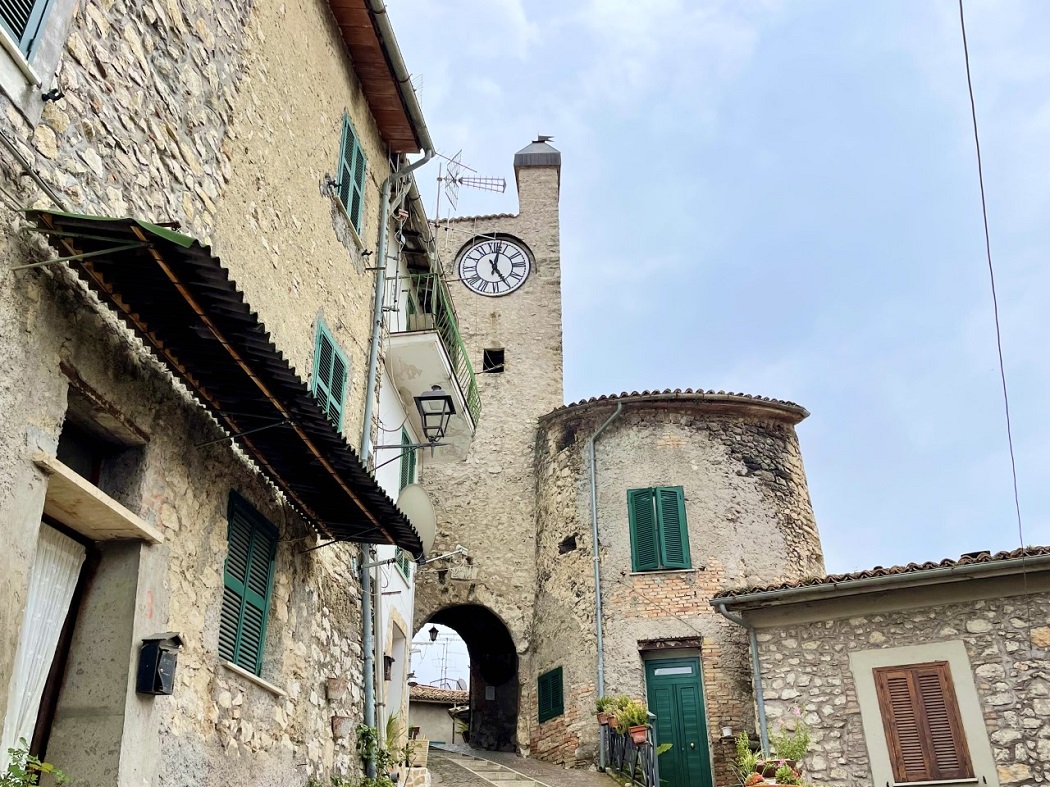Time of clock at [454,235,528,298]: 5:02
